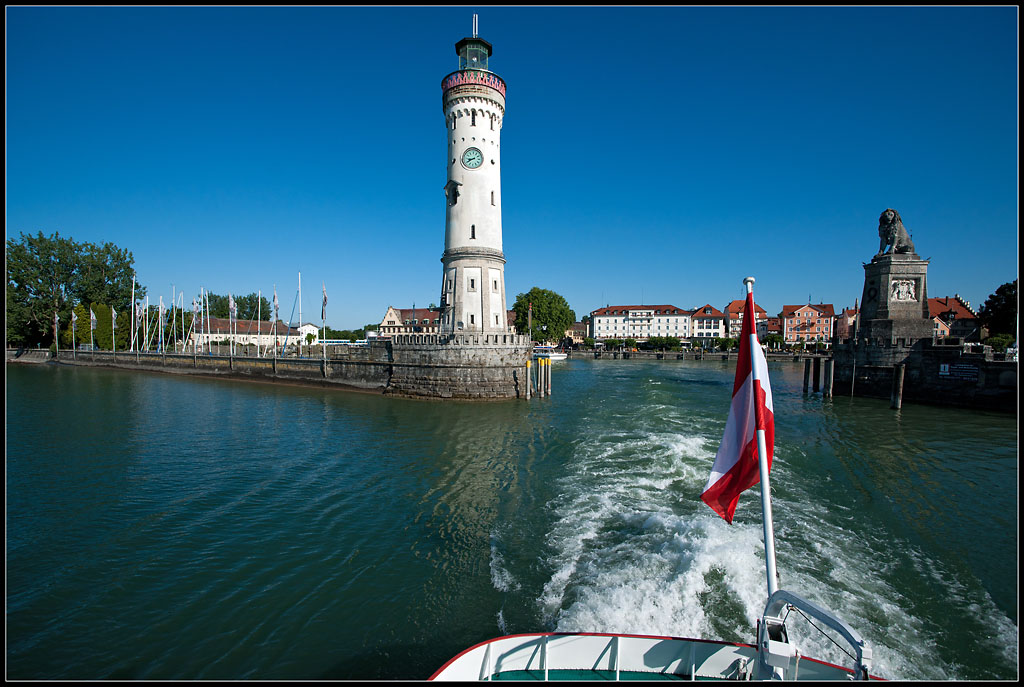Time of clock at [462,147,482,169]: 8:40
